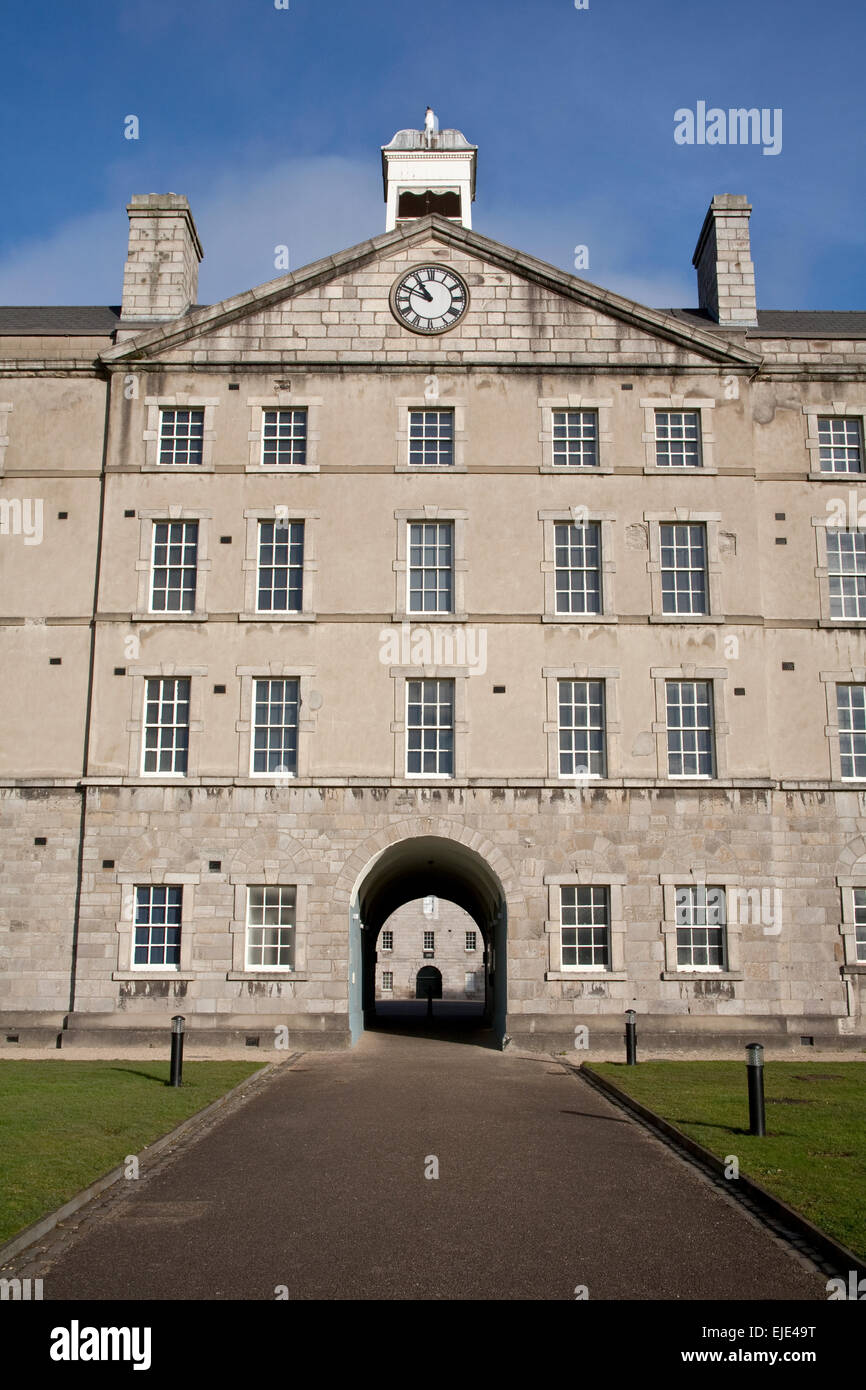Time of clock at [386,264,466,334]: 10:49
